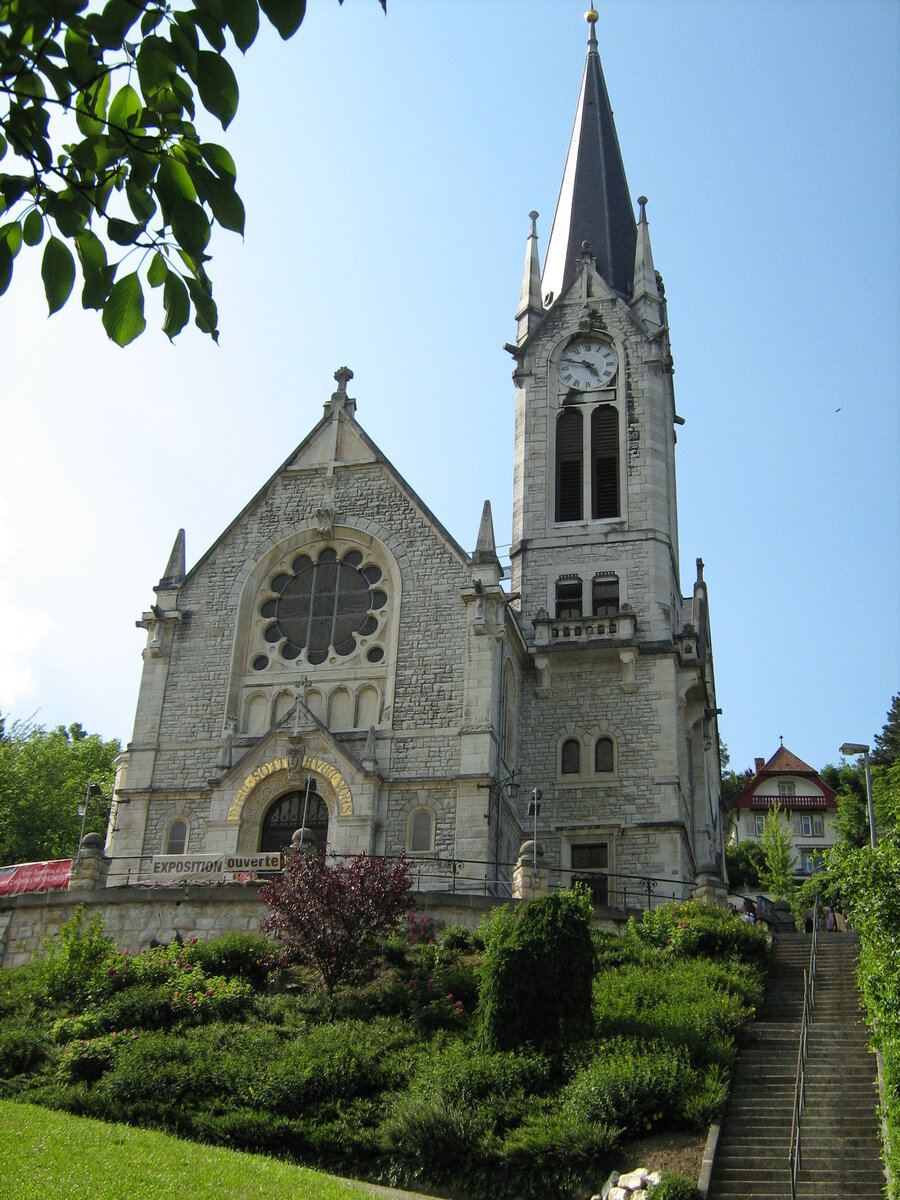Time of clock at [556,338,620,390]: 4:47
